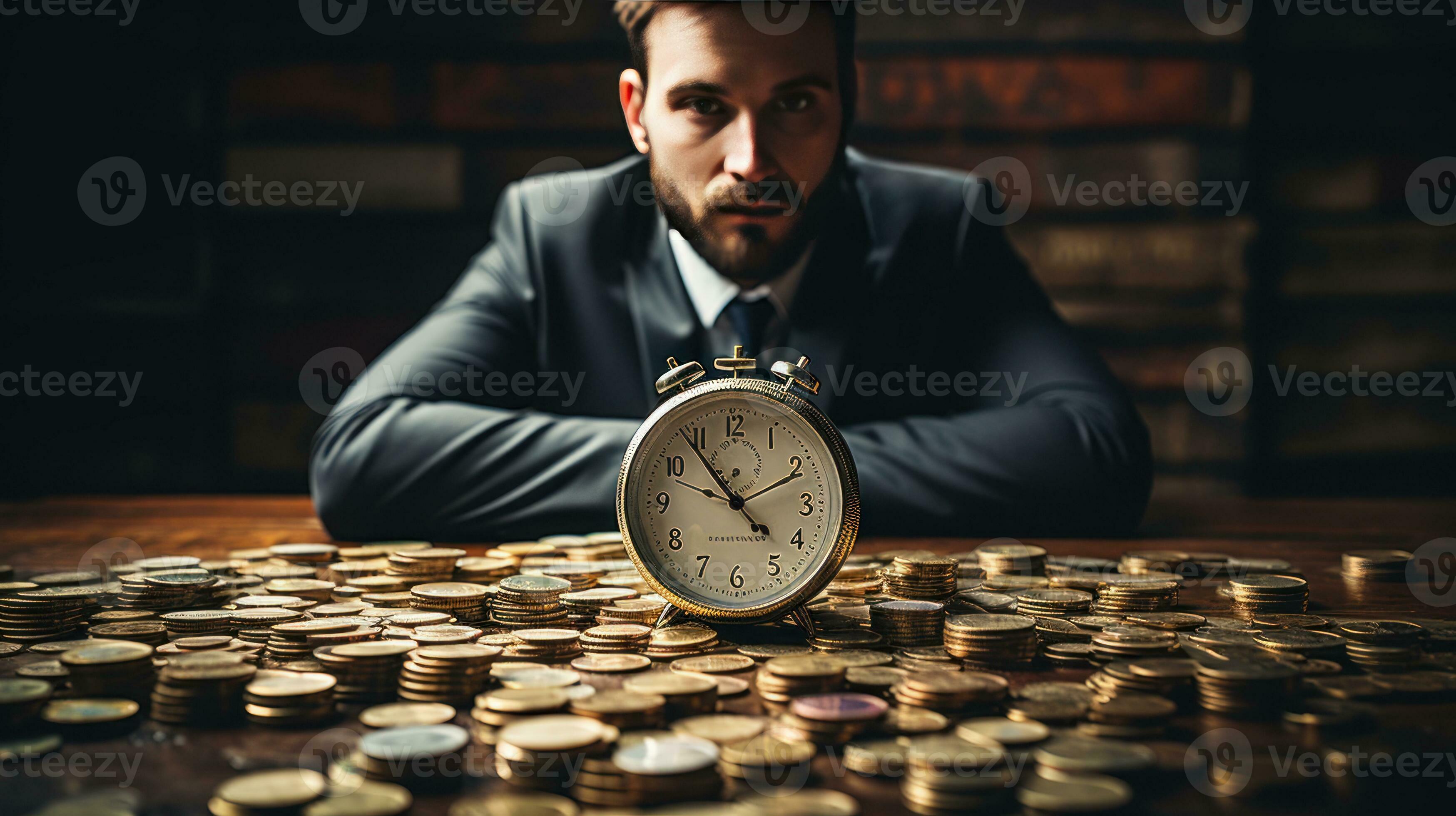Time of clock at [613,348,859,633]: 9:53
